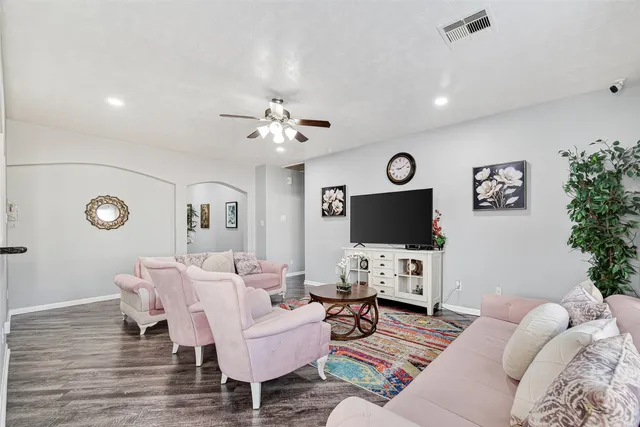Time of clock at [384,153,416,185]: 9:11
